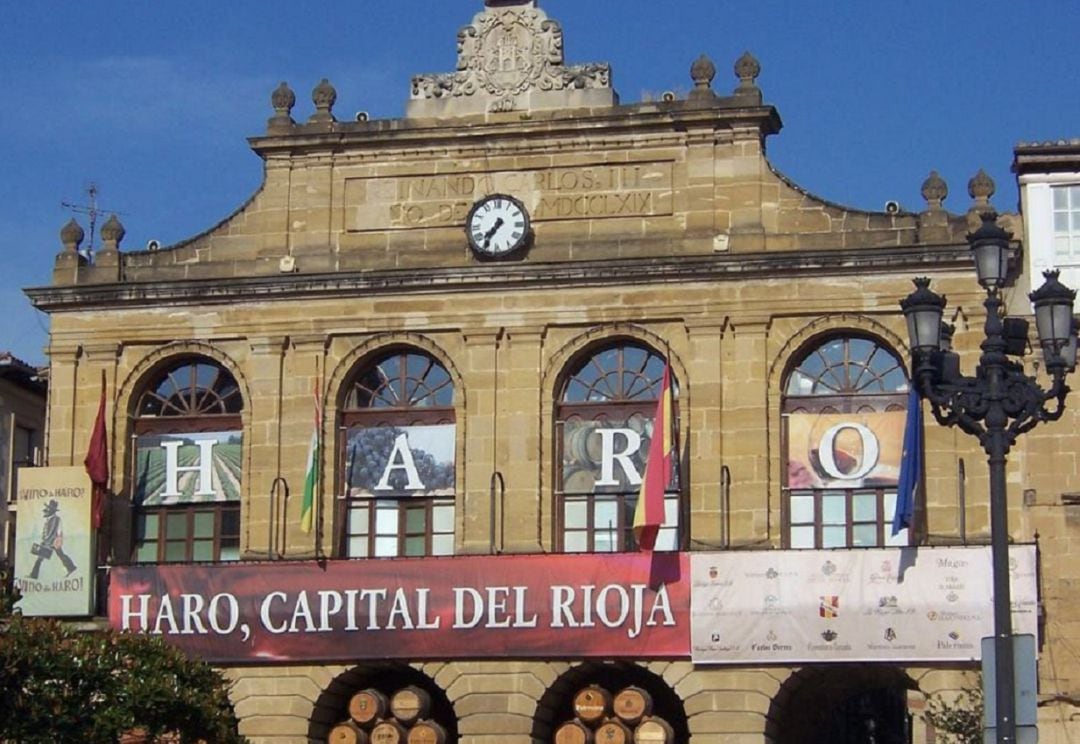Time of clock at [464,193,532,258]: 7:35
